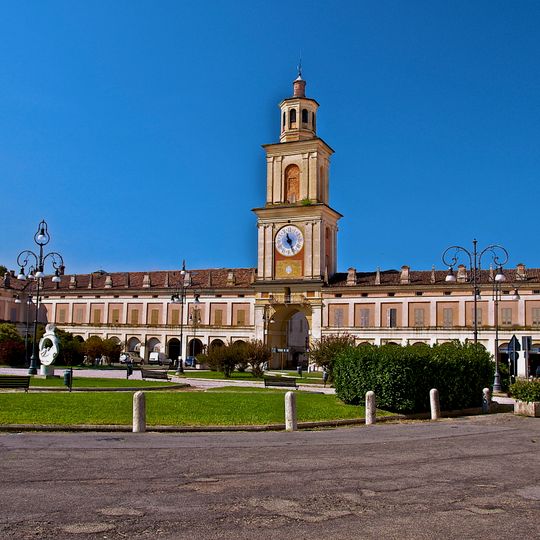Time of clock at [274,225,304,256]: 11:26
